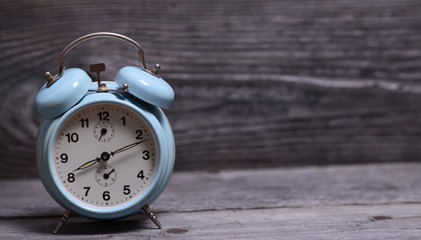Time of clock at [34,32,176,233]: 8:11
